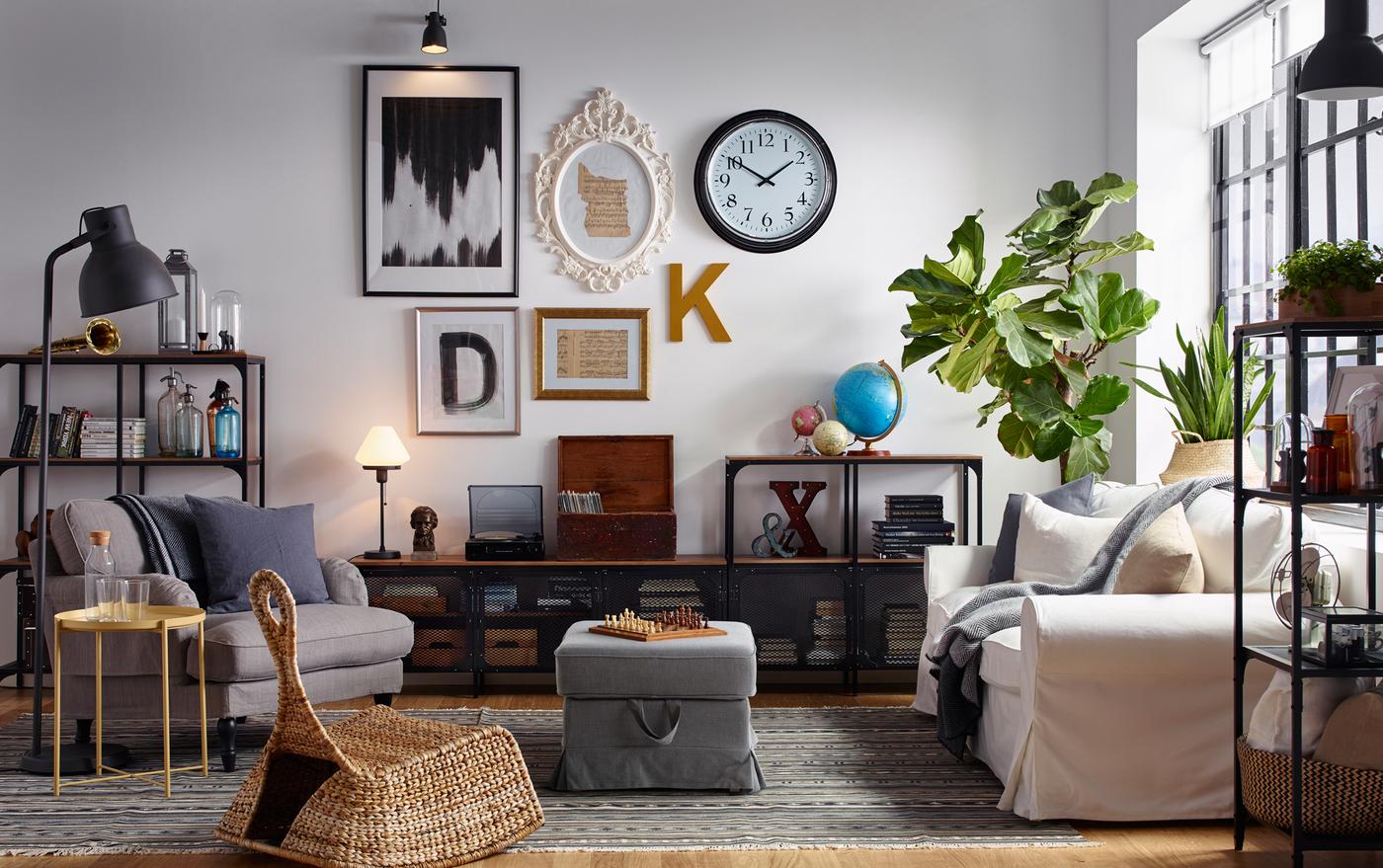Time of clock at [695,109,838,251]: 1:50
